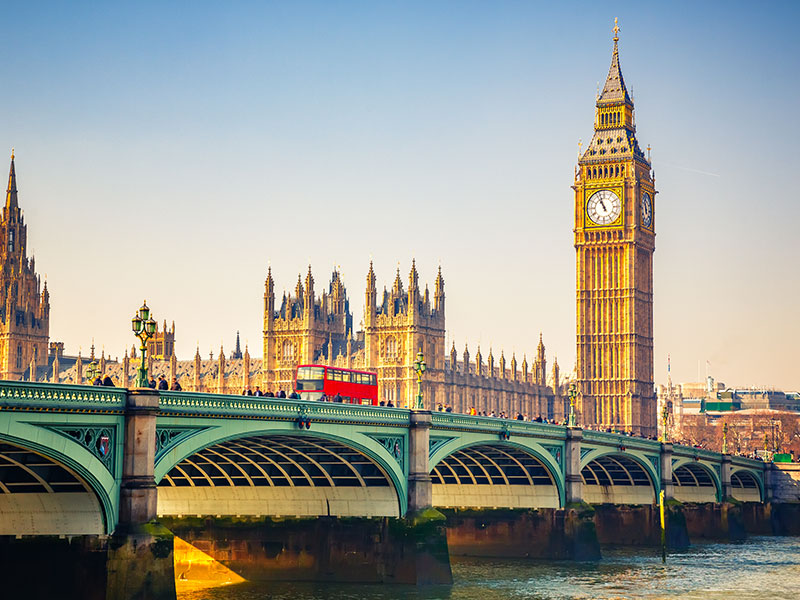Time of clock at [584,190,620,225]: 10:56
